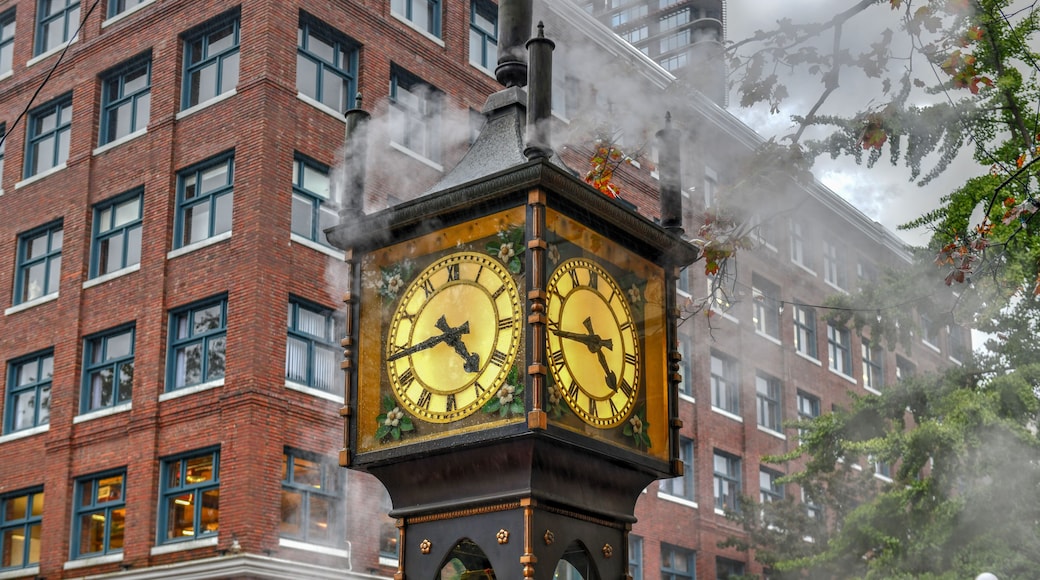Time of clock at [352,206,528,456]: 4:44
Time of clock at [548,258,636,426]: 4:44
